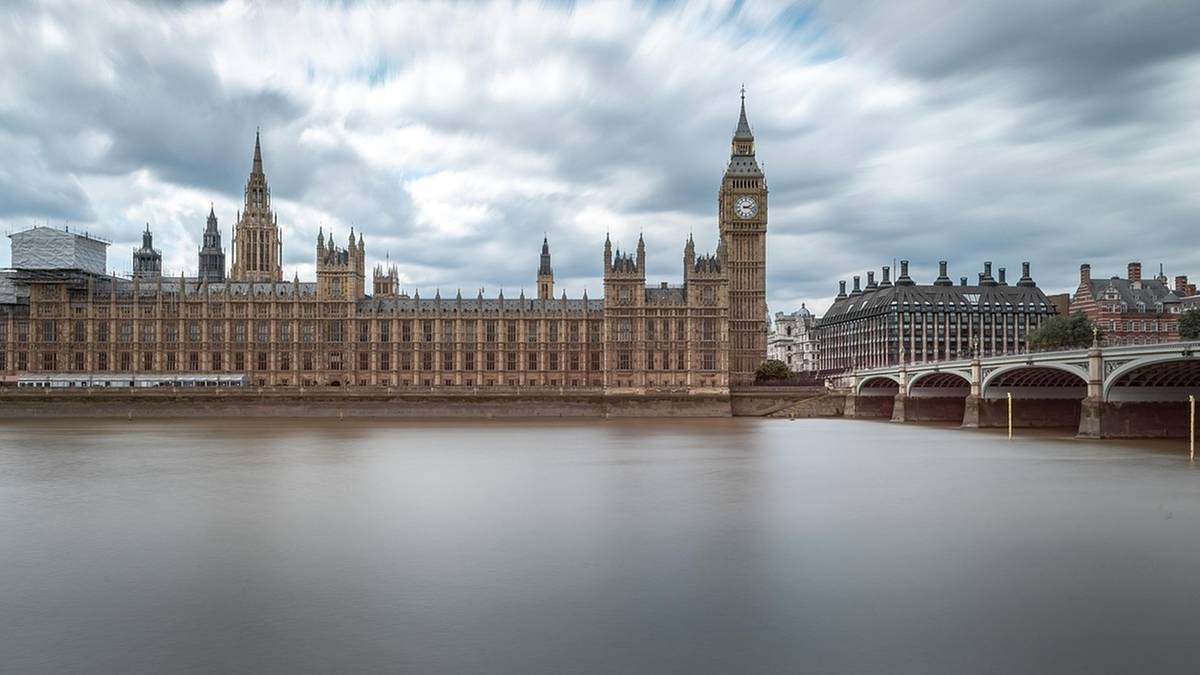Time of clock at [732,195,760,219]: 2:16
